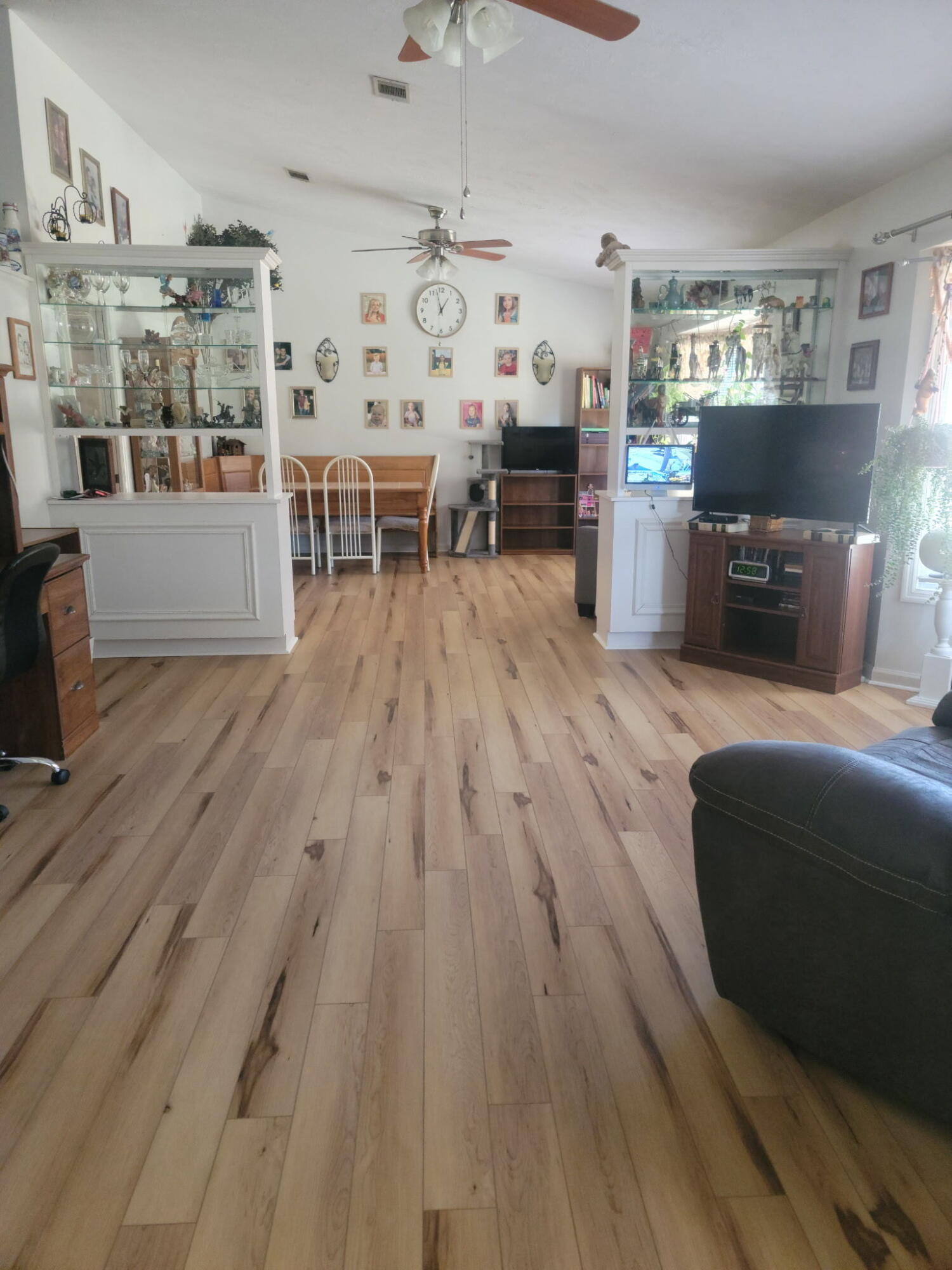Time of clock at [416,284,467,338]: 12:57
